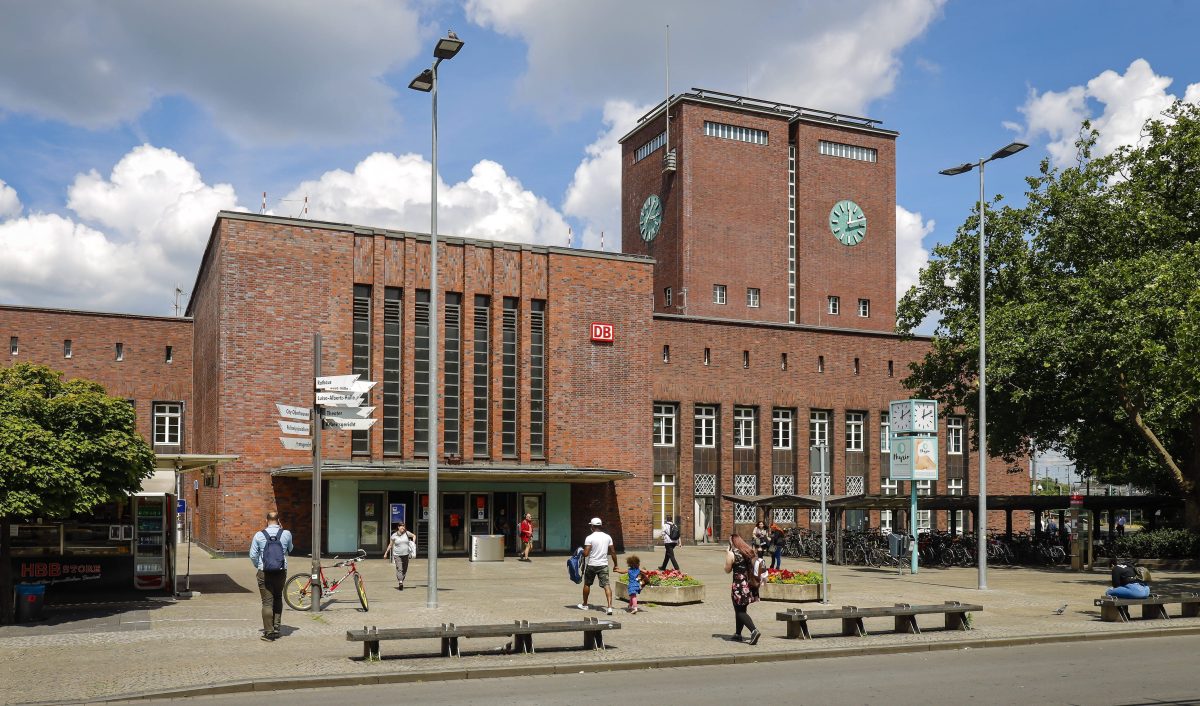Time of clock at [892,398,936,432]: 12:10
